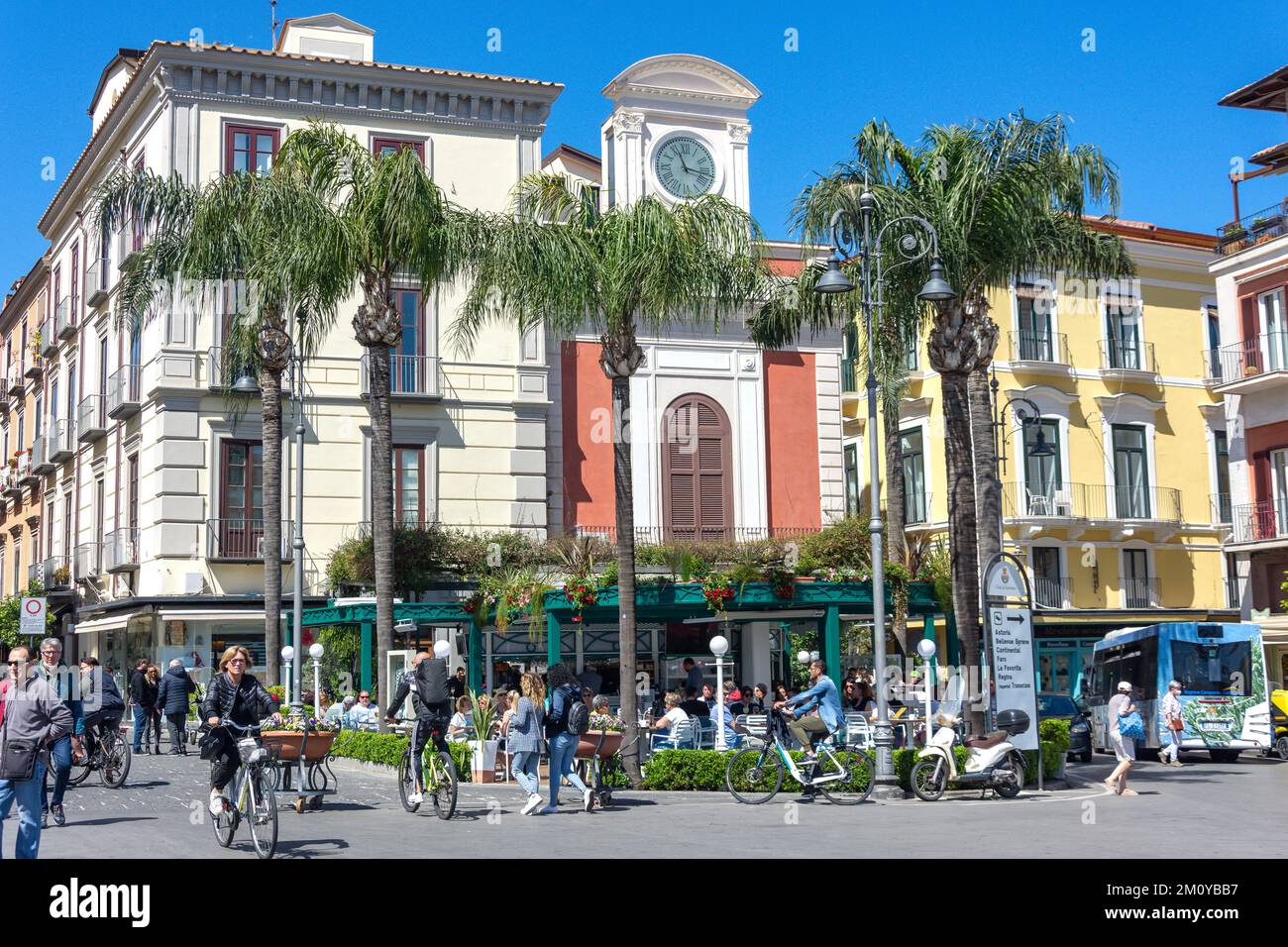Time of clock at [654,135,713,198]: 11:16
